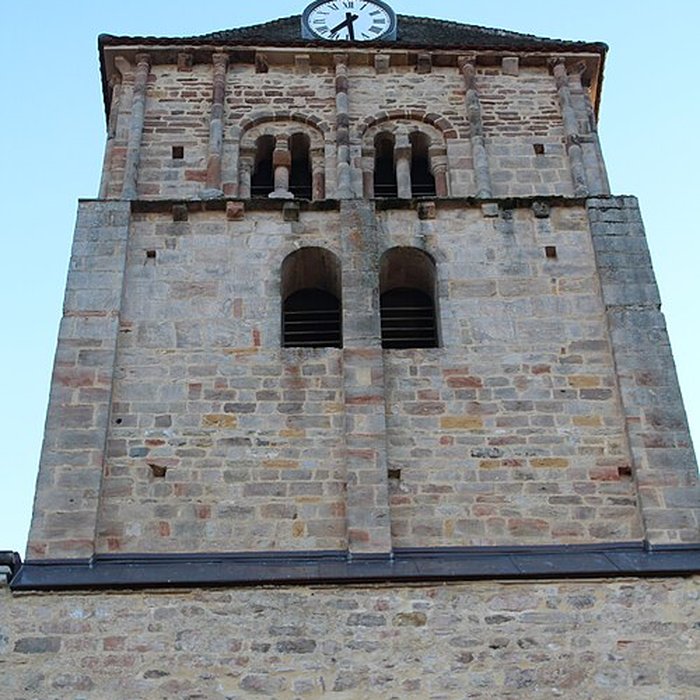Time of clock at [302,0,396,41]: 7:29
